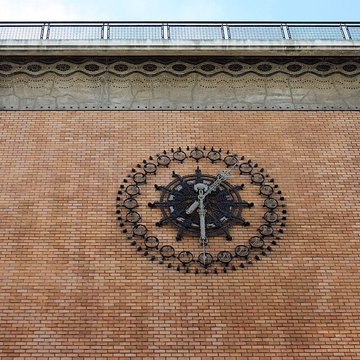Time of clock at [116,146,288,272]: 12:29
